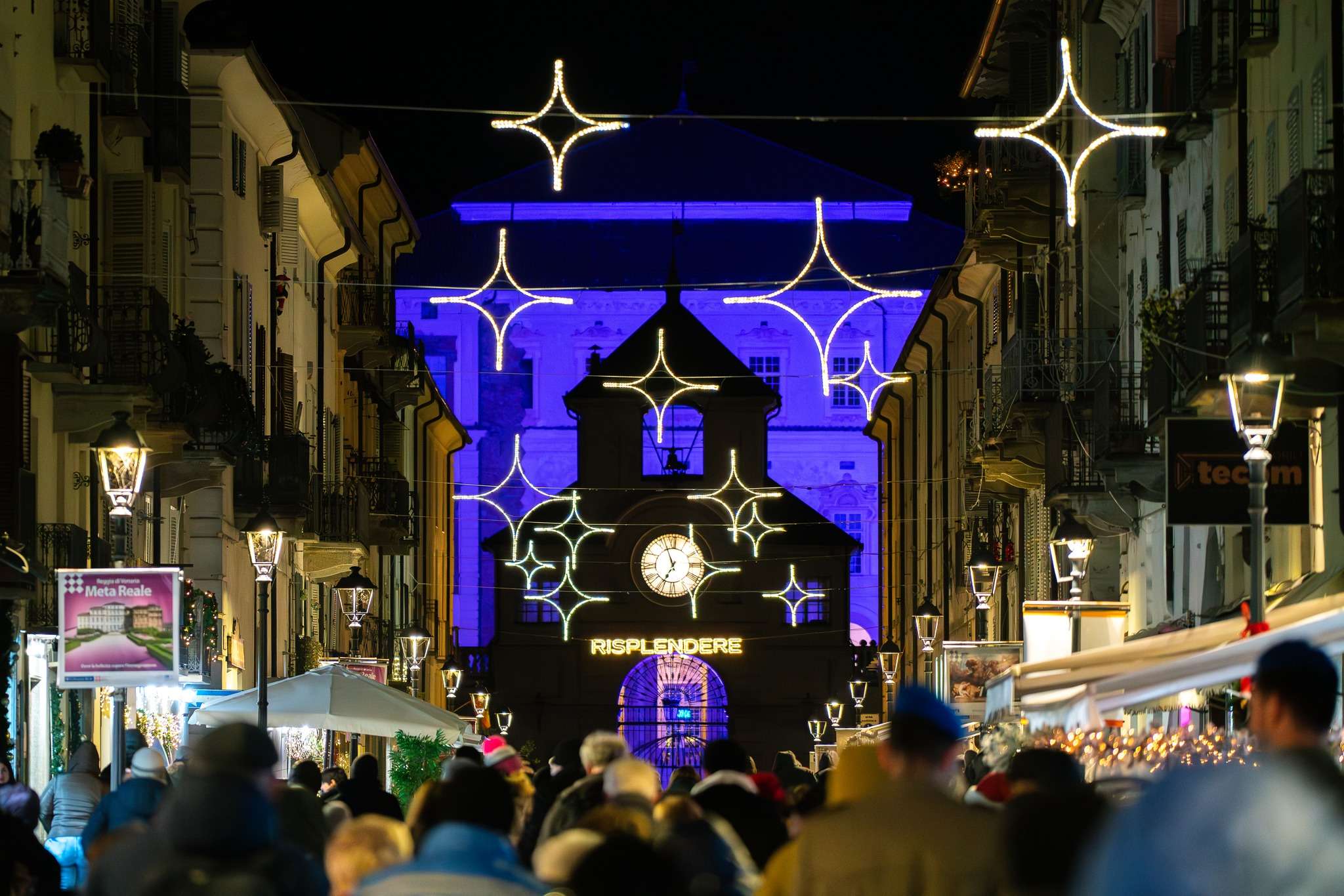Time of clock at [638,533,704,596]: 6:56
